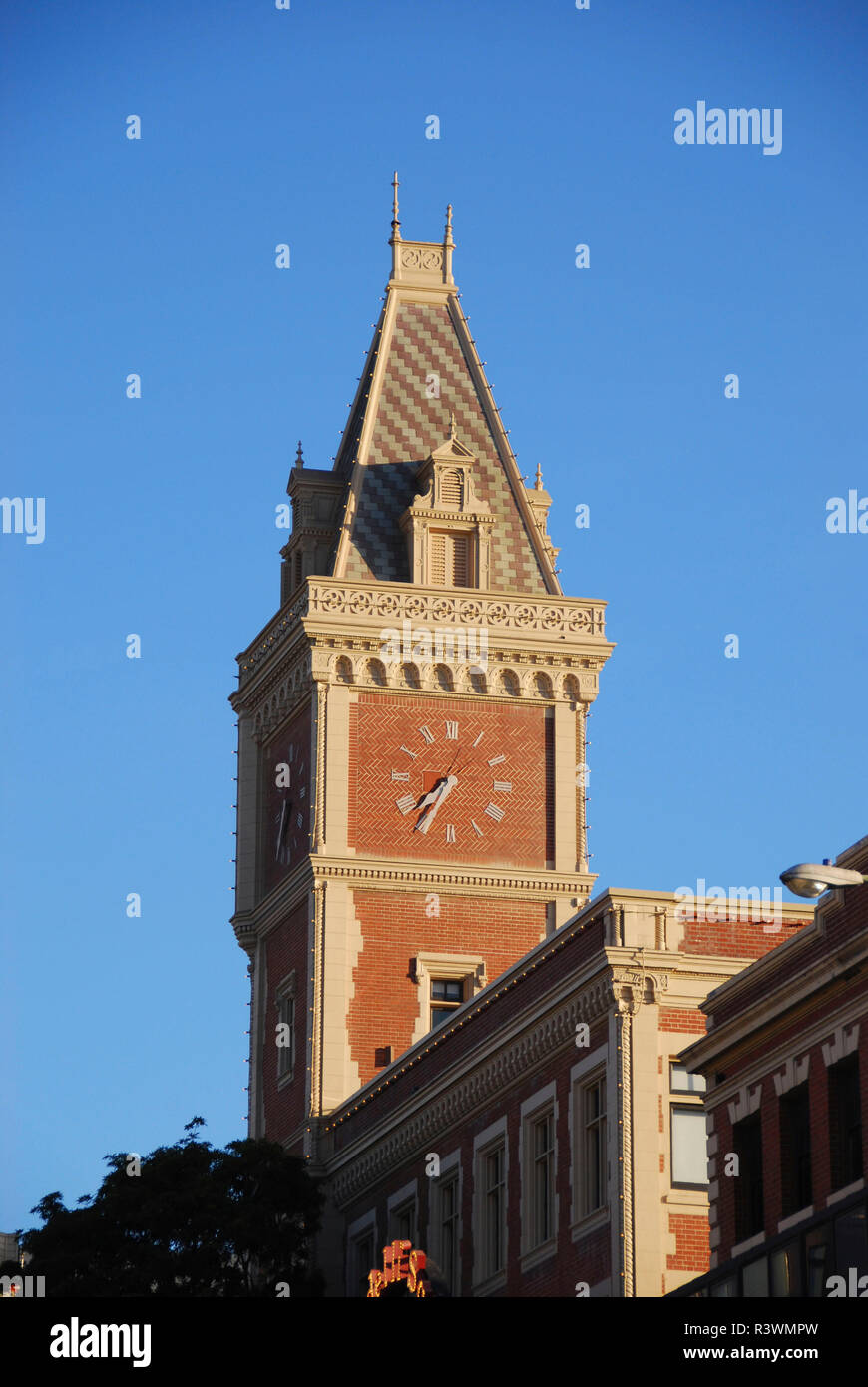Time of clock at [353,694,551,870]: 7:34
